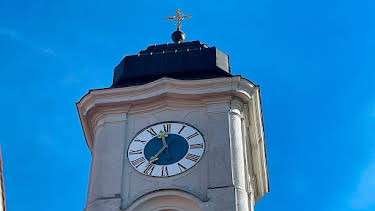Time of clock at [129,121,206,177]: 11:36
